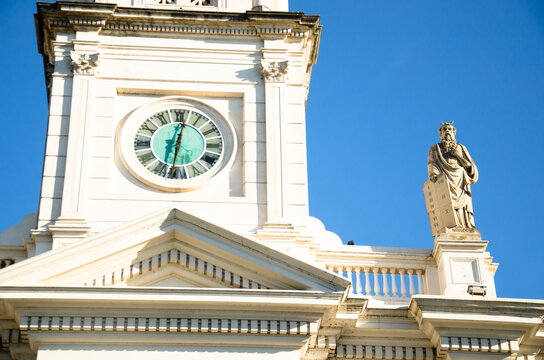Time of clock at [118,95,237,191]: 6:01
